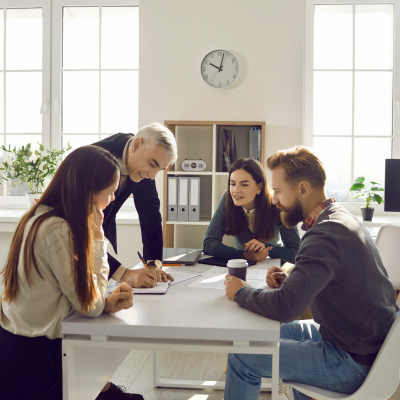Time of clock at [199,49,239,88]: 10:02
